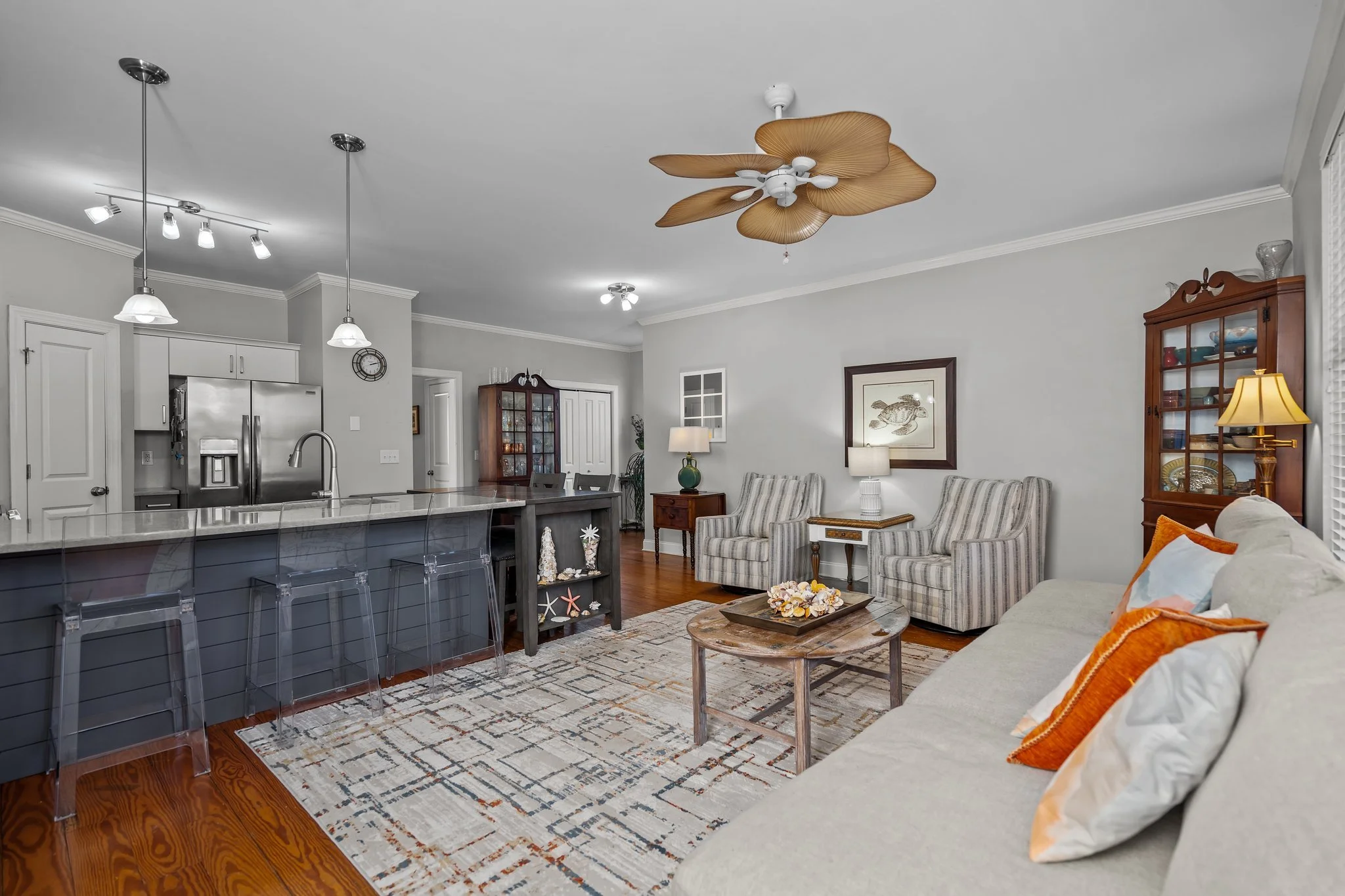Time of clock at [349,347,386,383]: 2:12
